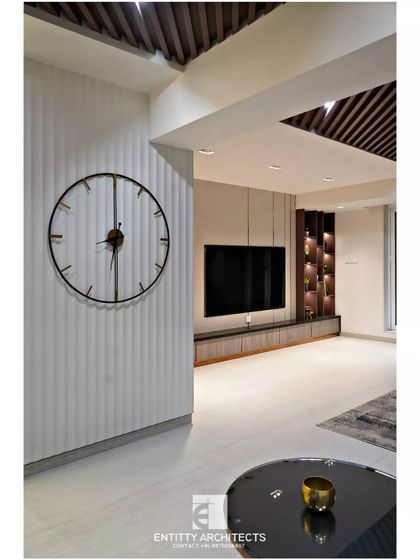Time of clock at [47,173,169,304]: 6:00
